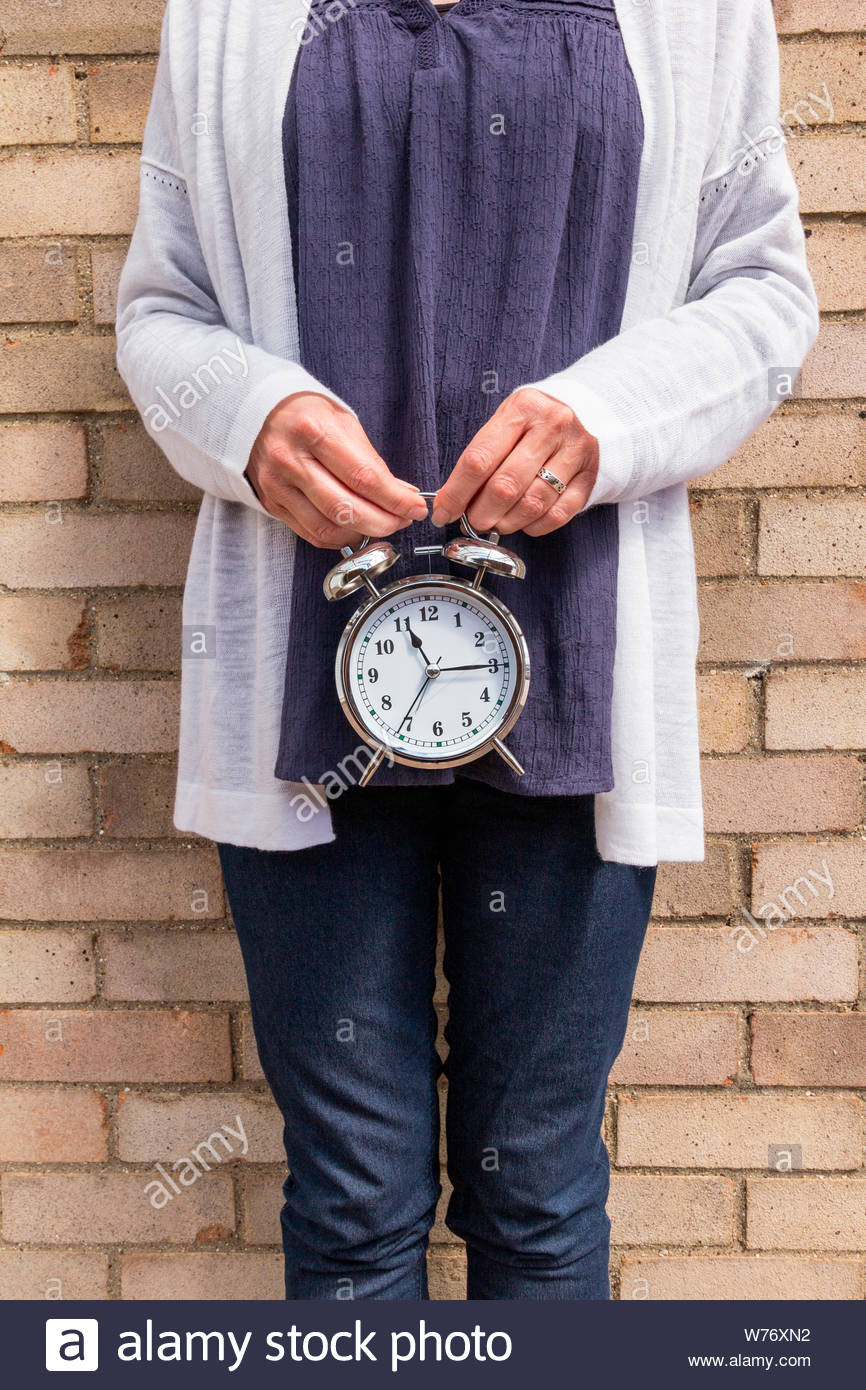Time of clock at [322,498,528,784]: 11:14
